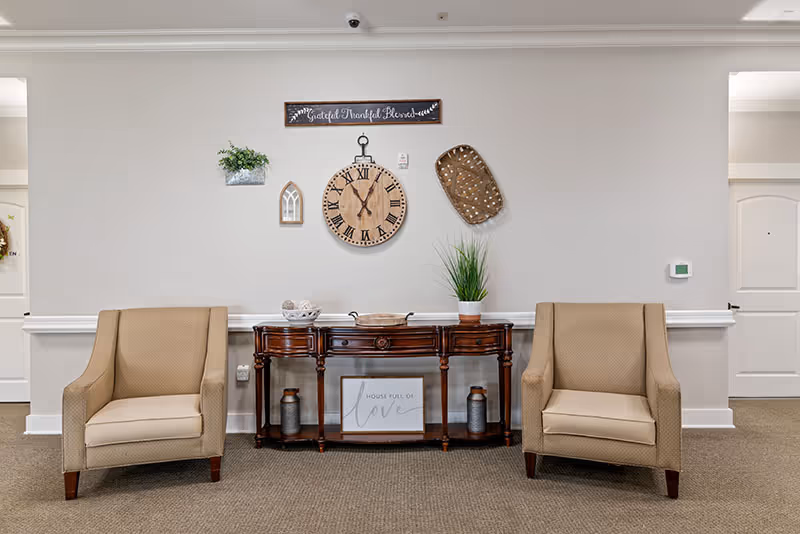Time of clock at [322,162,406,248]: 11:04
